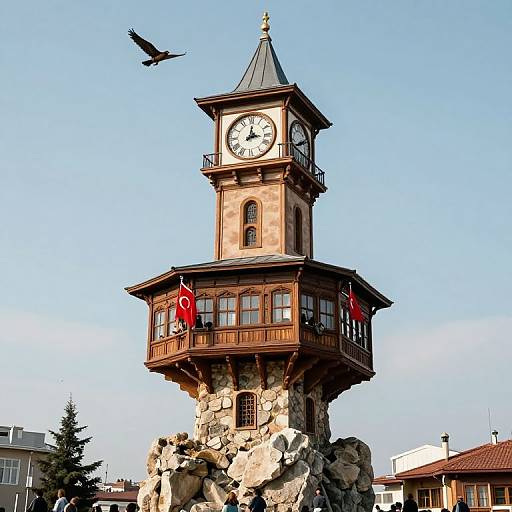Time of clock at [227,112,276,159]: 2:00
